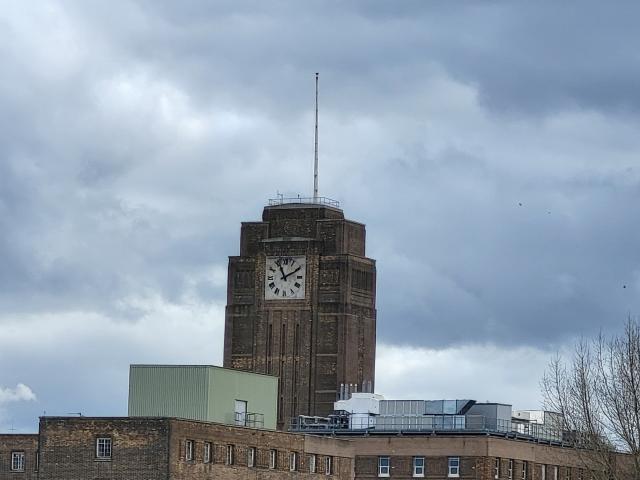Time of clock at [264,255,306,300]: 11:10
